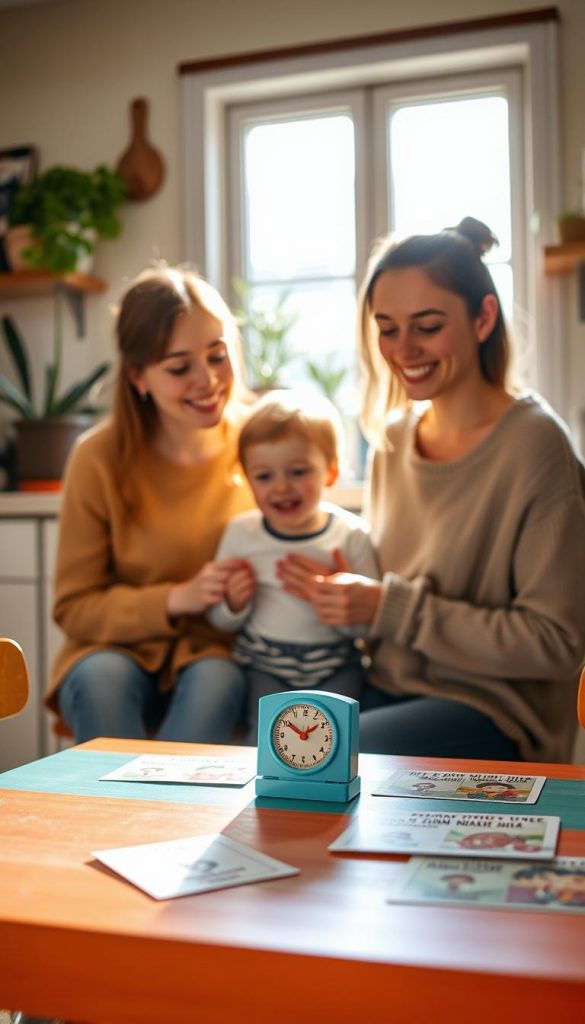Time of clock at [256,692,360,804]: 1:50
